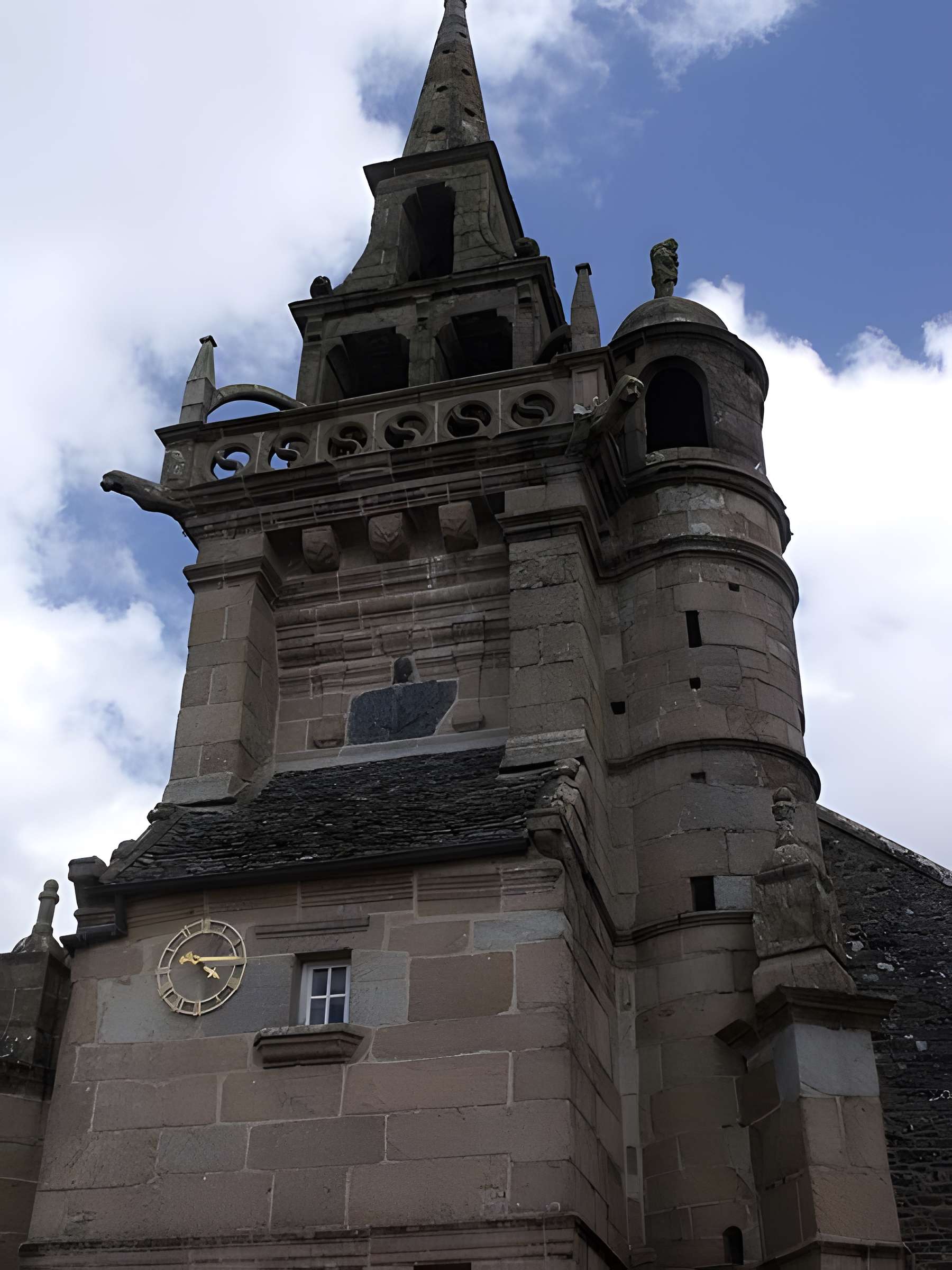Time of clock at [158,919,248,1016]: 4:14
